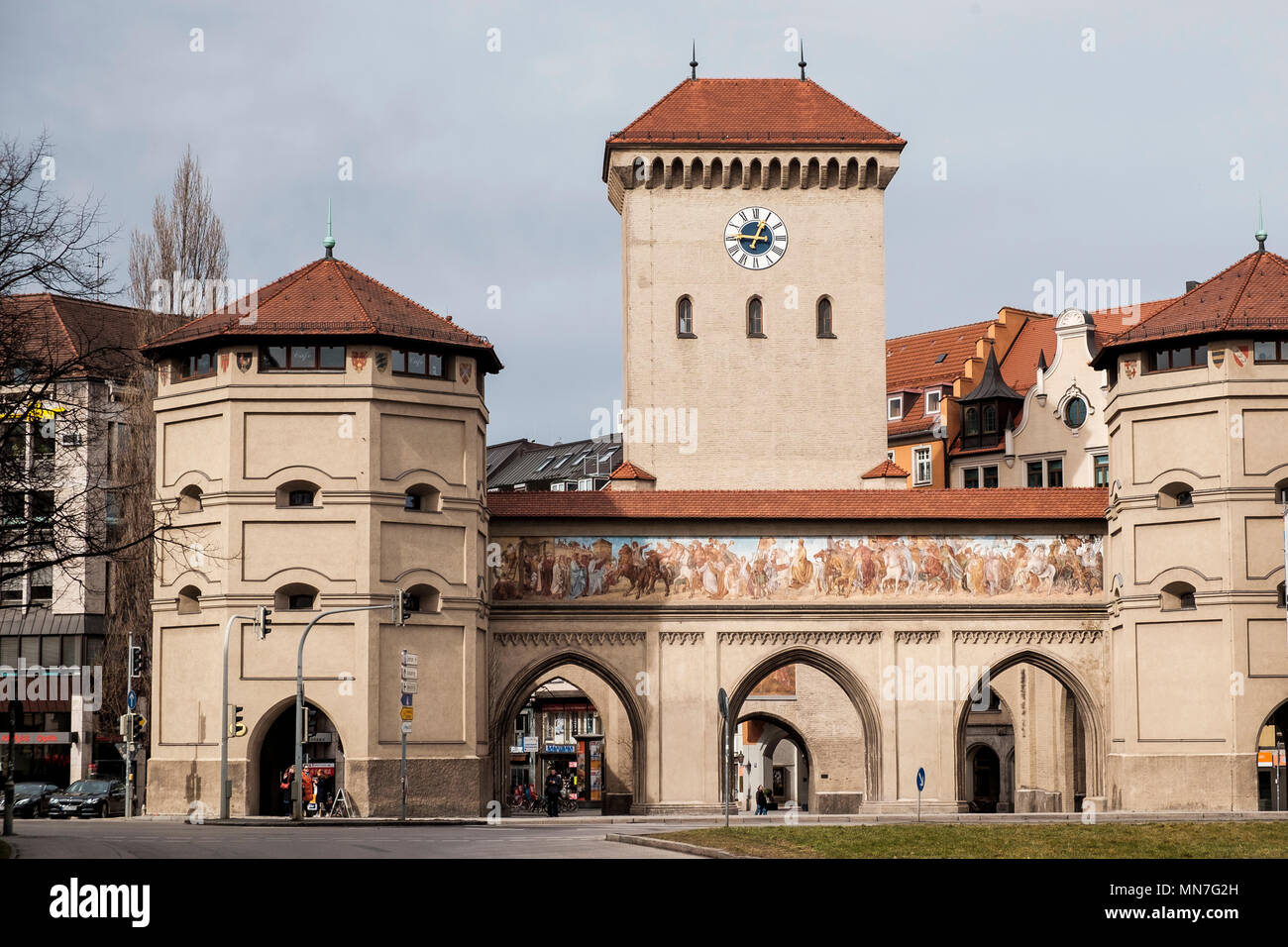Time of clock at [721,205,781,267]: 12:46
